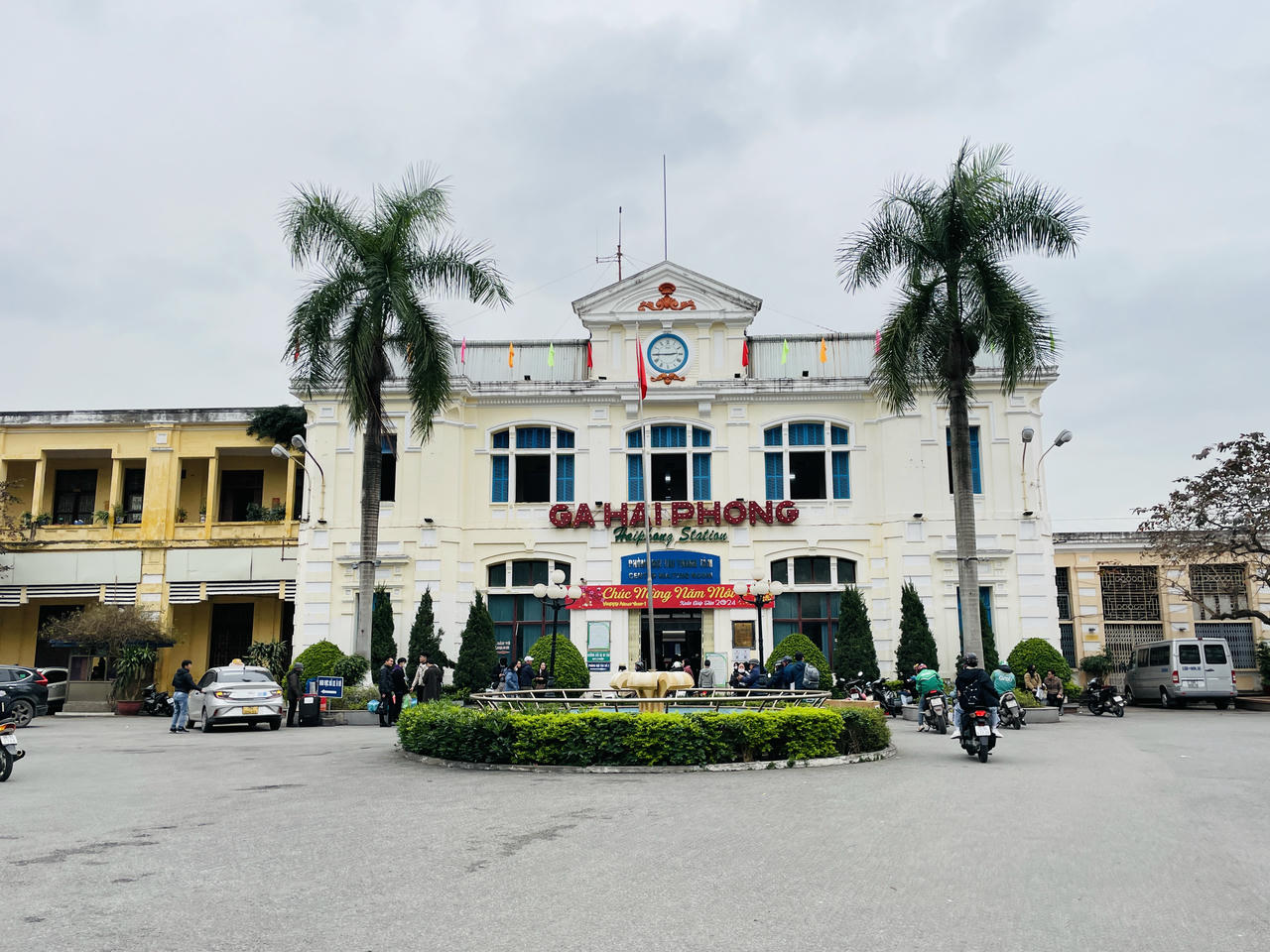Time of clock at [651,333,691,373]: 2:45
